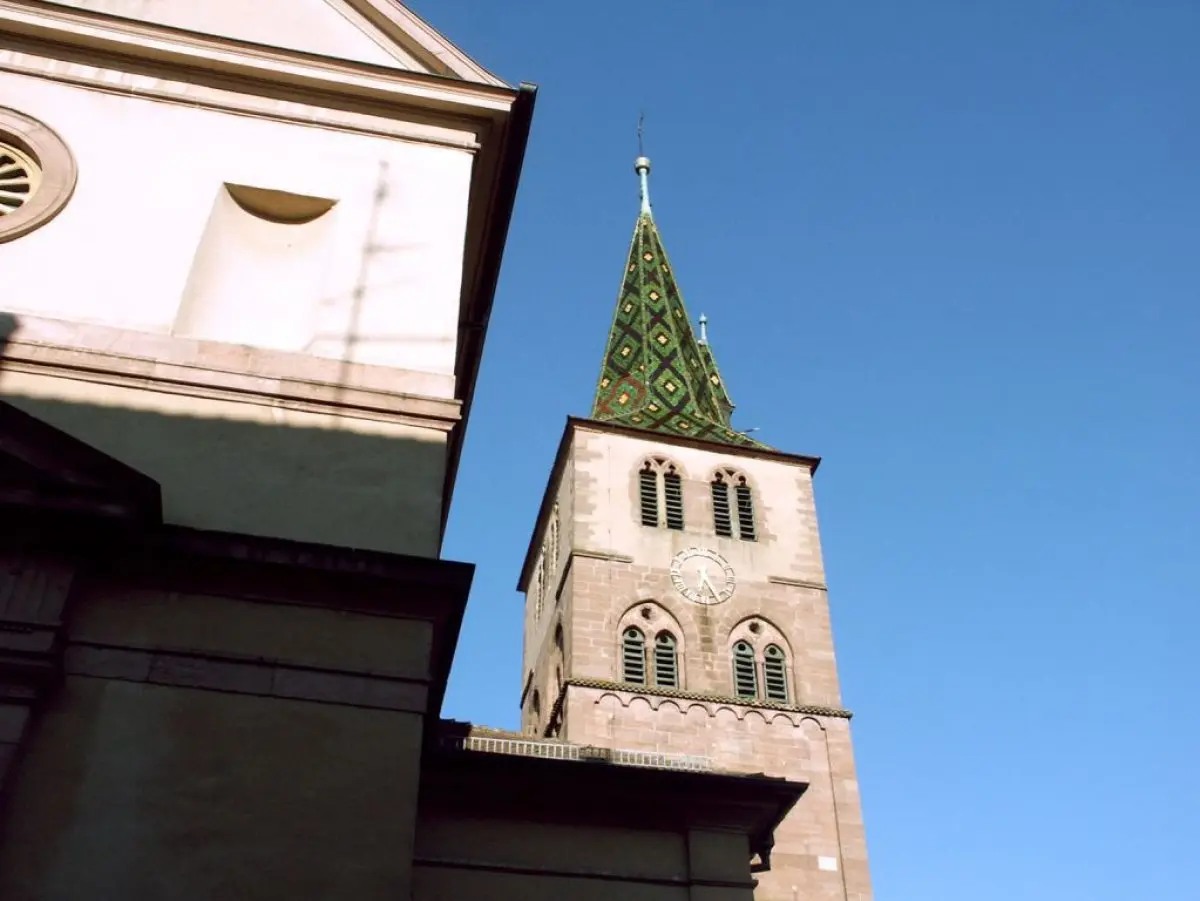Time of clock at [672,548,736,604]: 6:25
